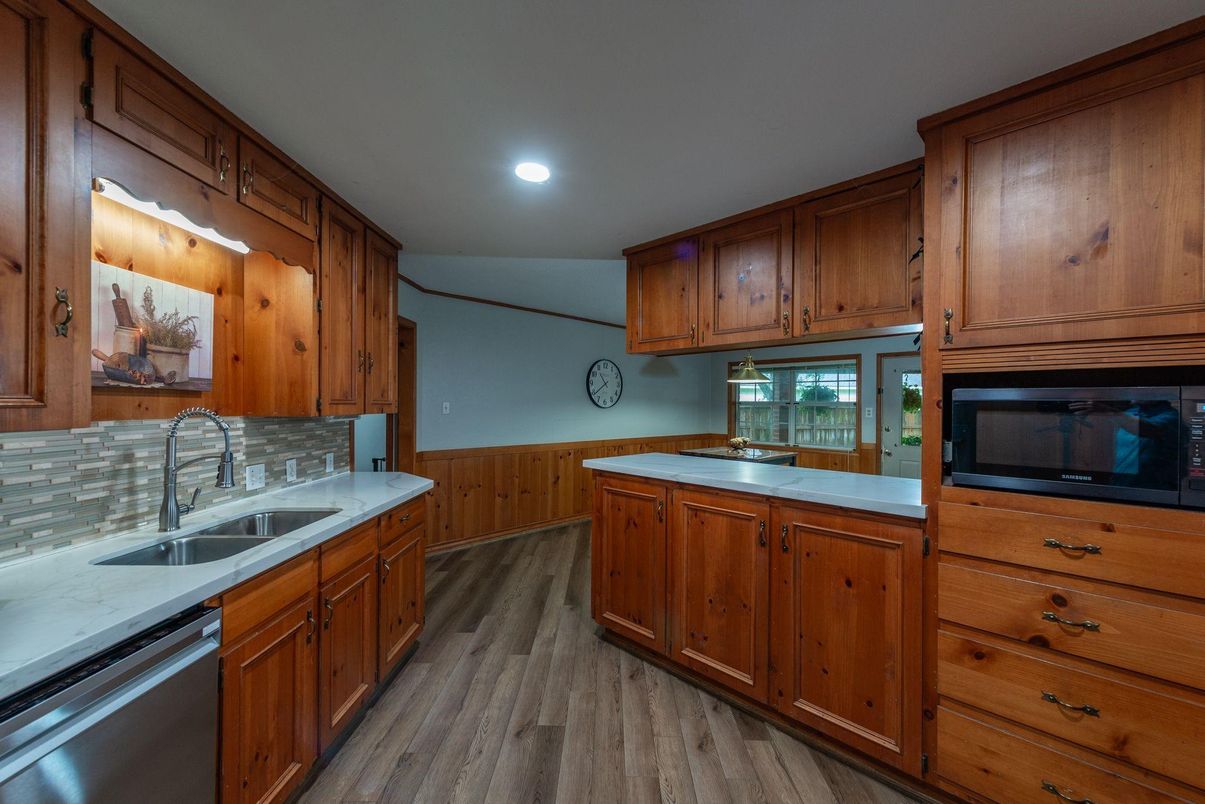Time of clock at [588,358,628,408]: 10:38
